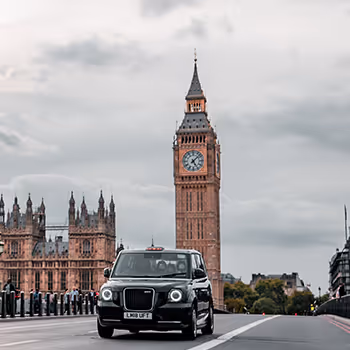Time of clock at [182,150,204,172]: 5:07
